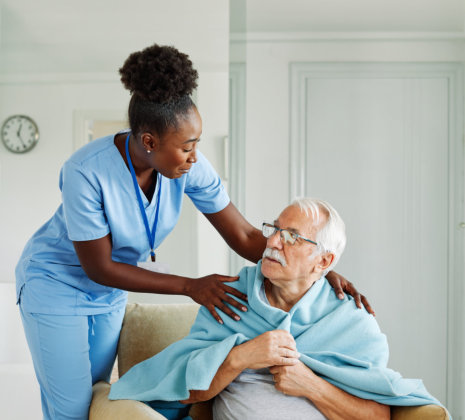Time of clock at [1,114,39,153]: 12:25
